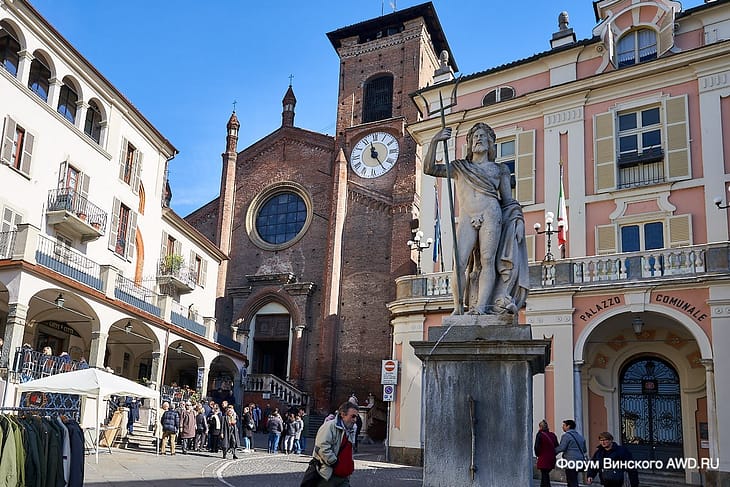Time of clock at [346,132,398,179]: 11:24
